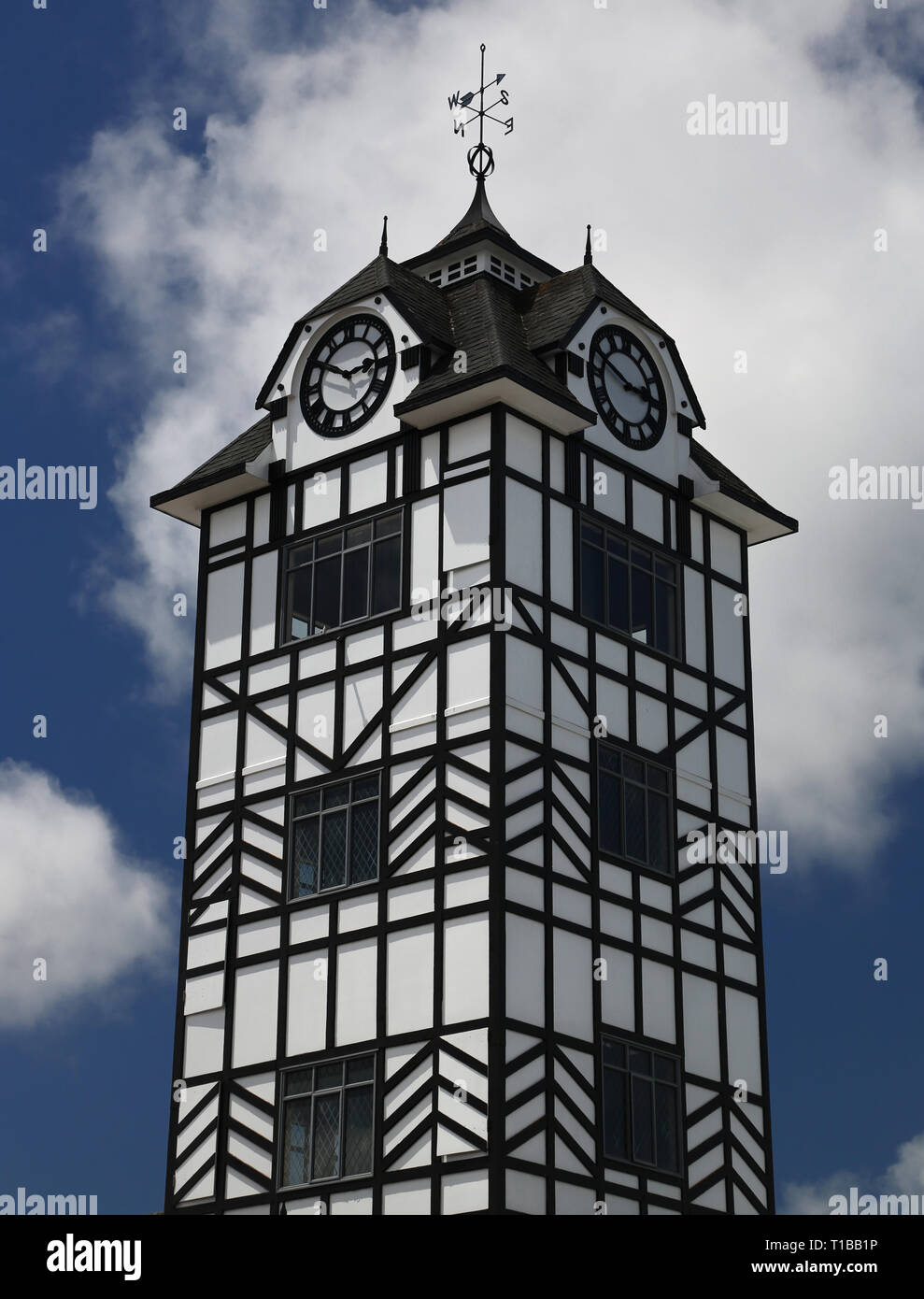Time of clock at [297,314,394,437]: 2:48
